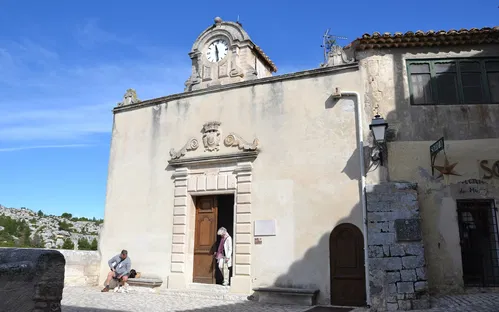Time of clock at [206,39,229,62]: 11:28
